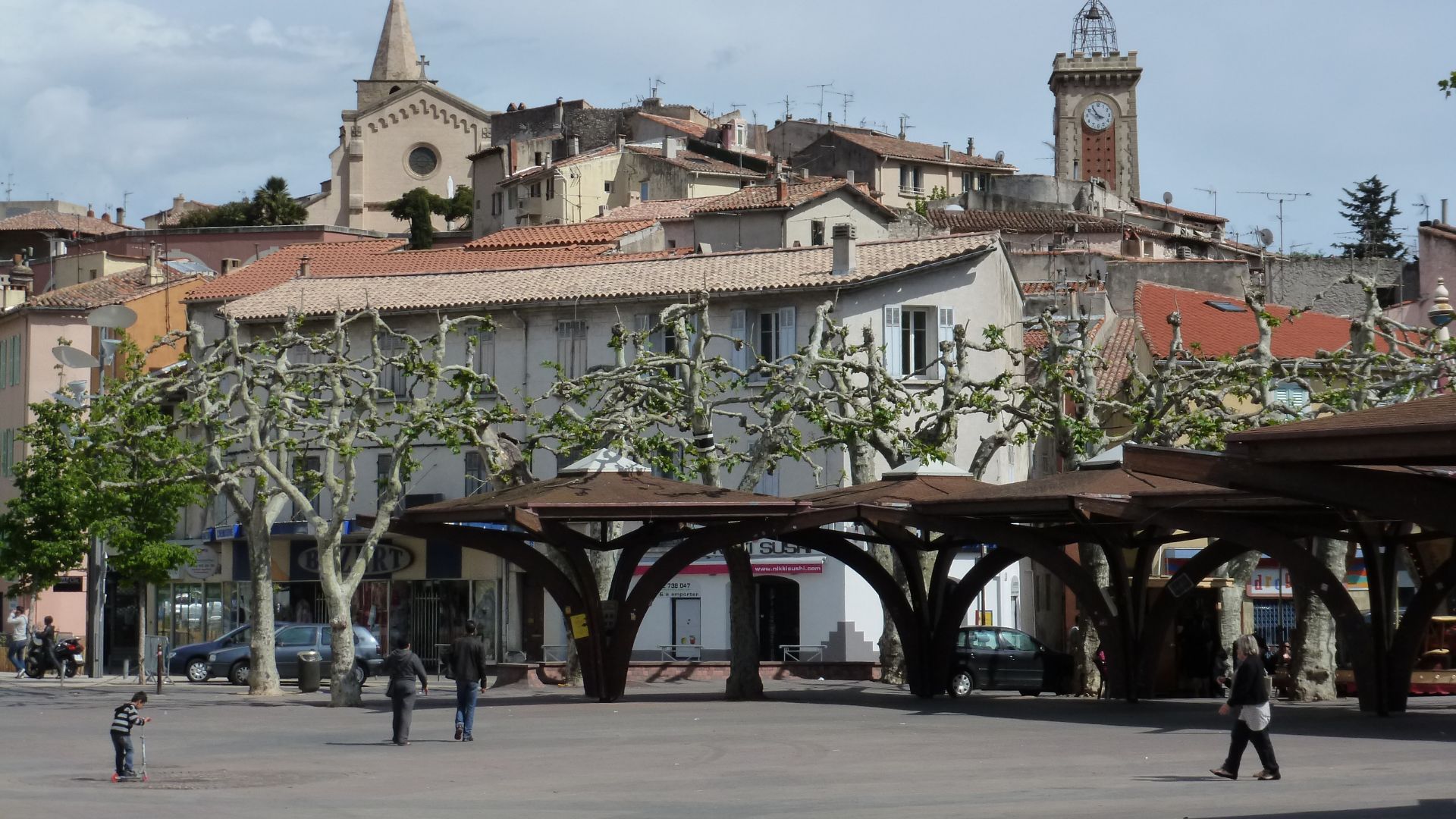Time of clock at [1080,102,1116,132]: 3:54
